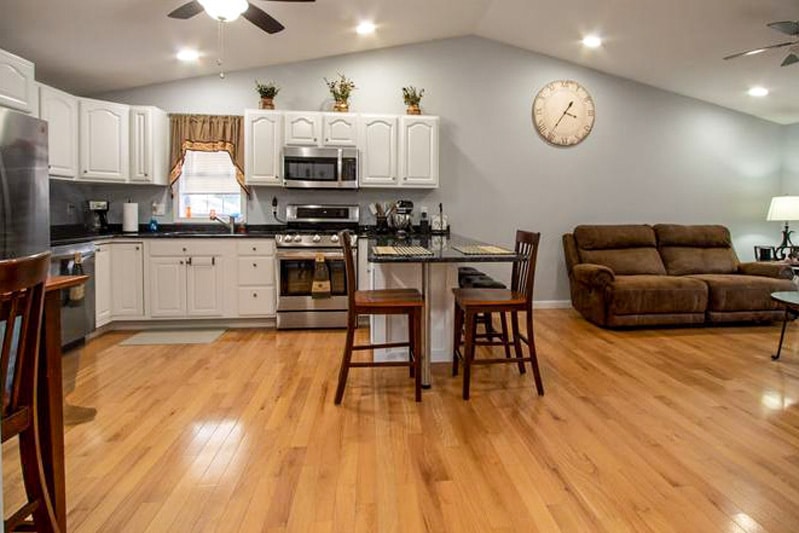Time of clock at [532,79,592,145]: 3:35
